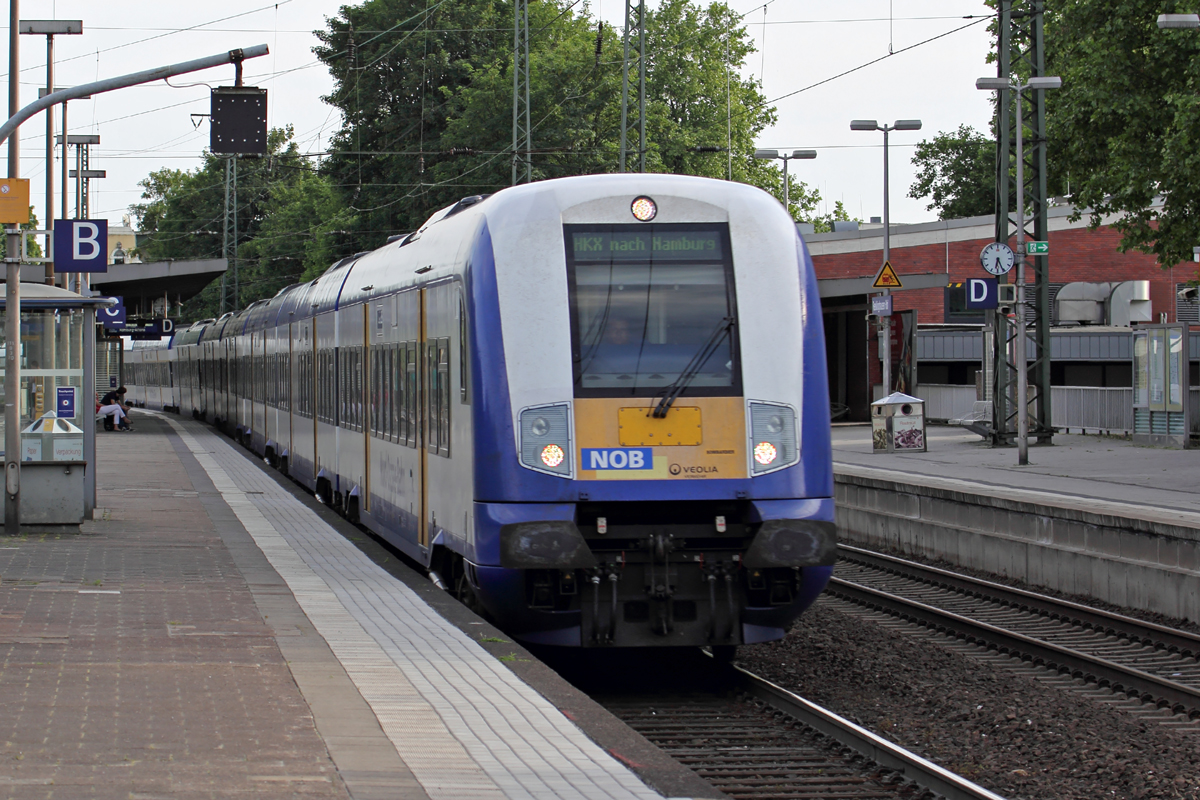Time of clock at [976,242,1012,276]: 6:25
